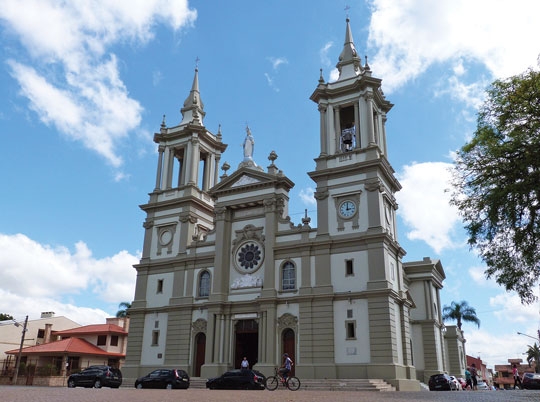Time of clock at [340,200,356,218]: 3:00
